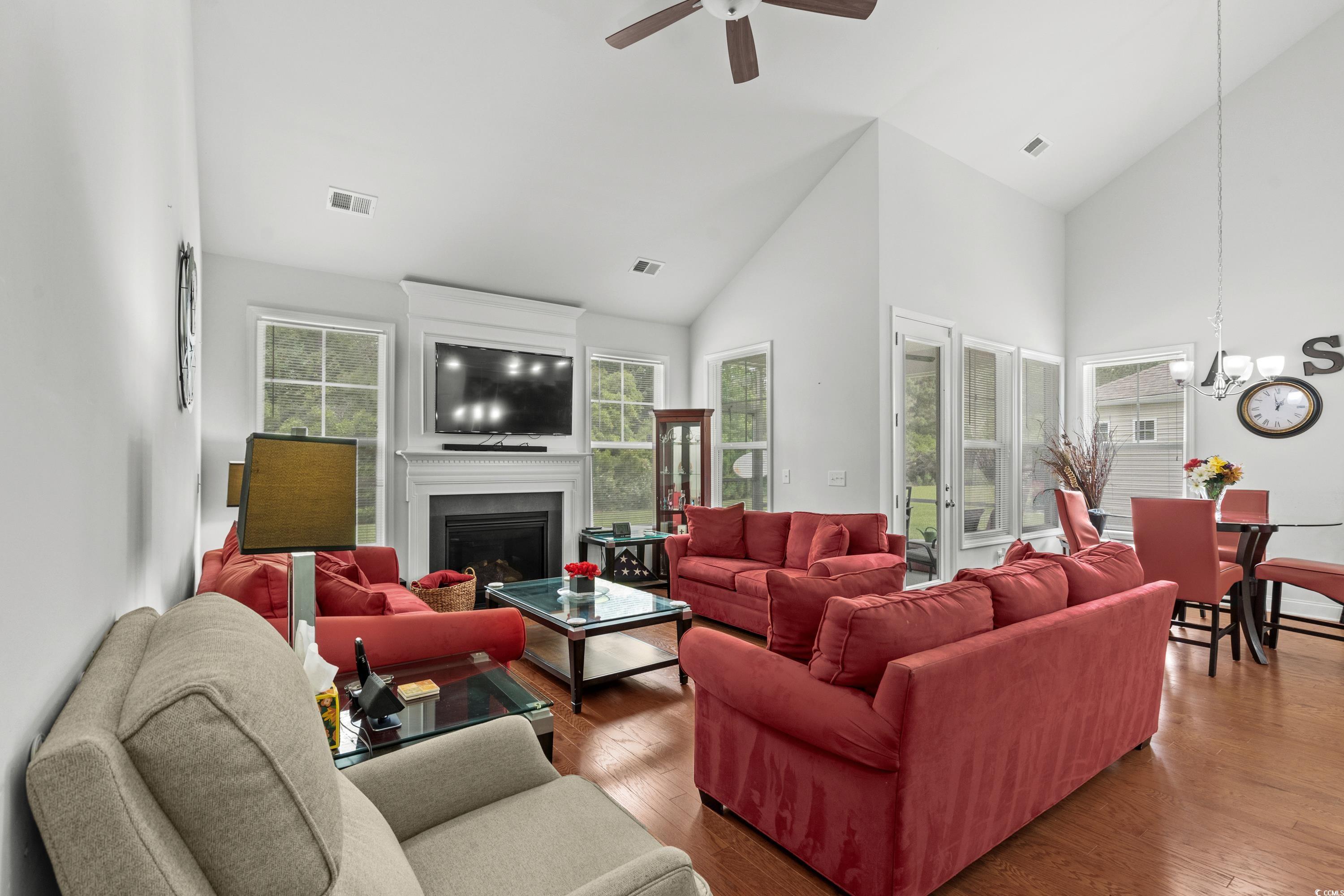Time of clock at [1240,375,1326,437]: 12:58
